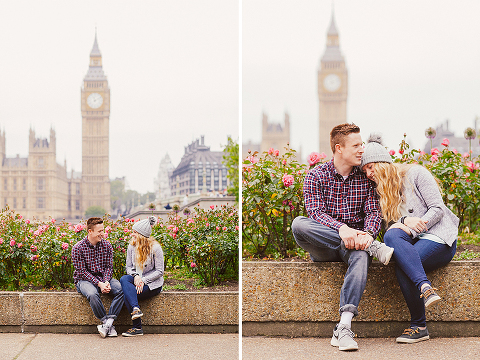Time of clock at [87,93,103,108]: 11:10
